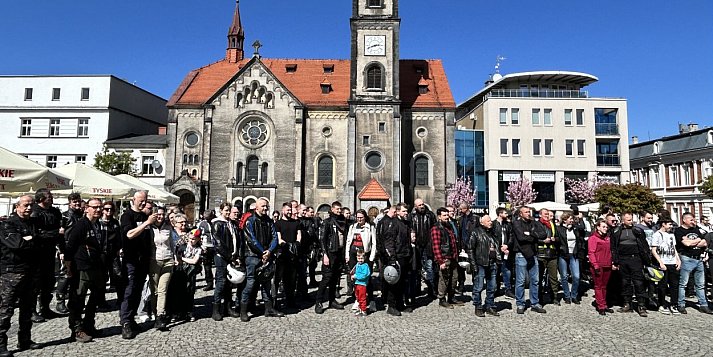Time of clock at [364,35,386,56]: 2:41
